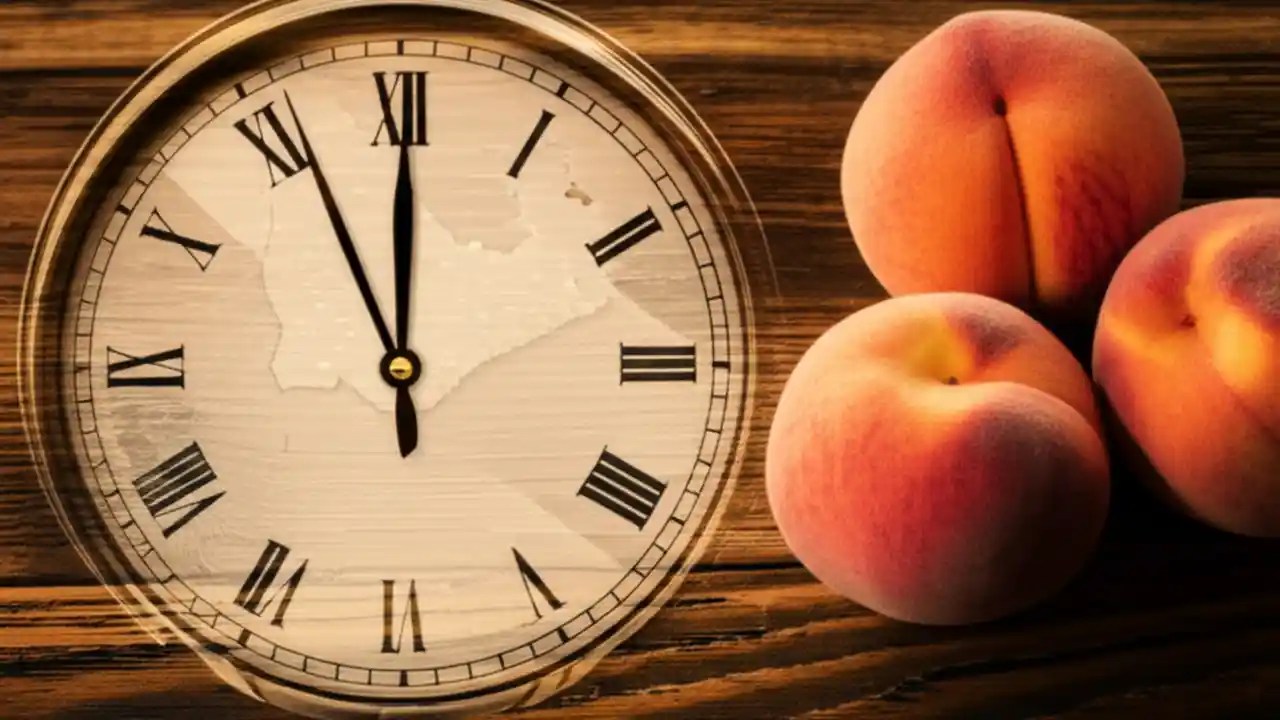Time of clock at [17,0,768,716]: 11:55
